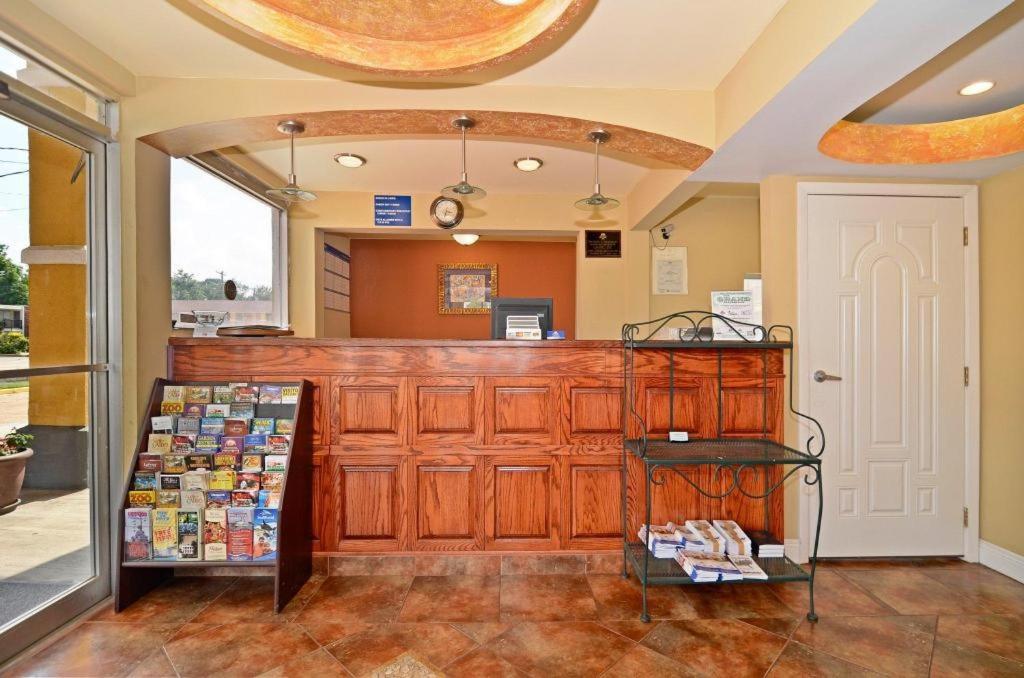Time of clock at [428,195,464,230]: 3:32
